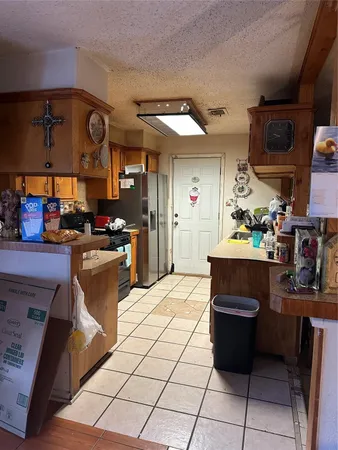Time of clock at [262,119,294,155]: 9:42
